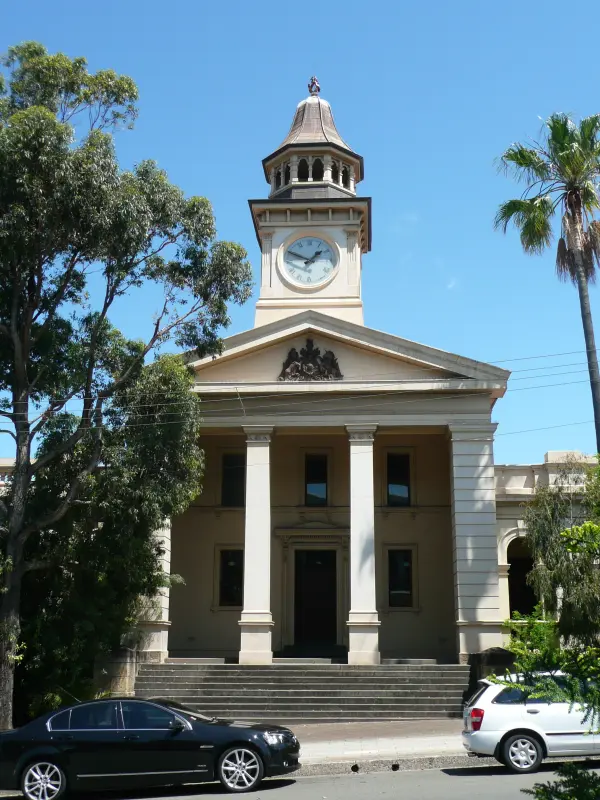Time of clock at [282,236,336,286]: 1:49
